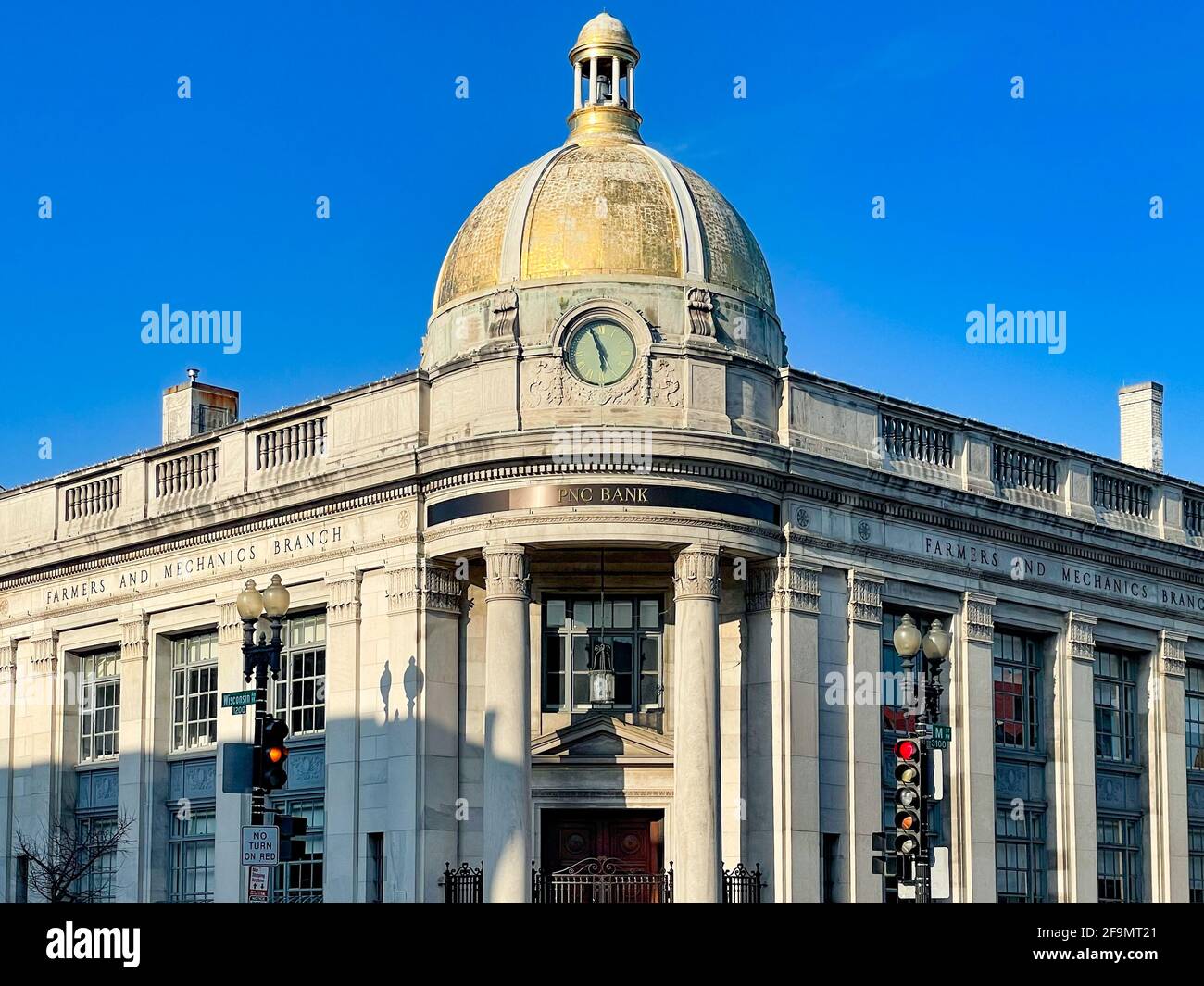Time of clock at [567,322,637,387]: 5:56
